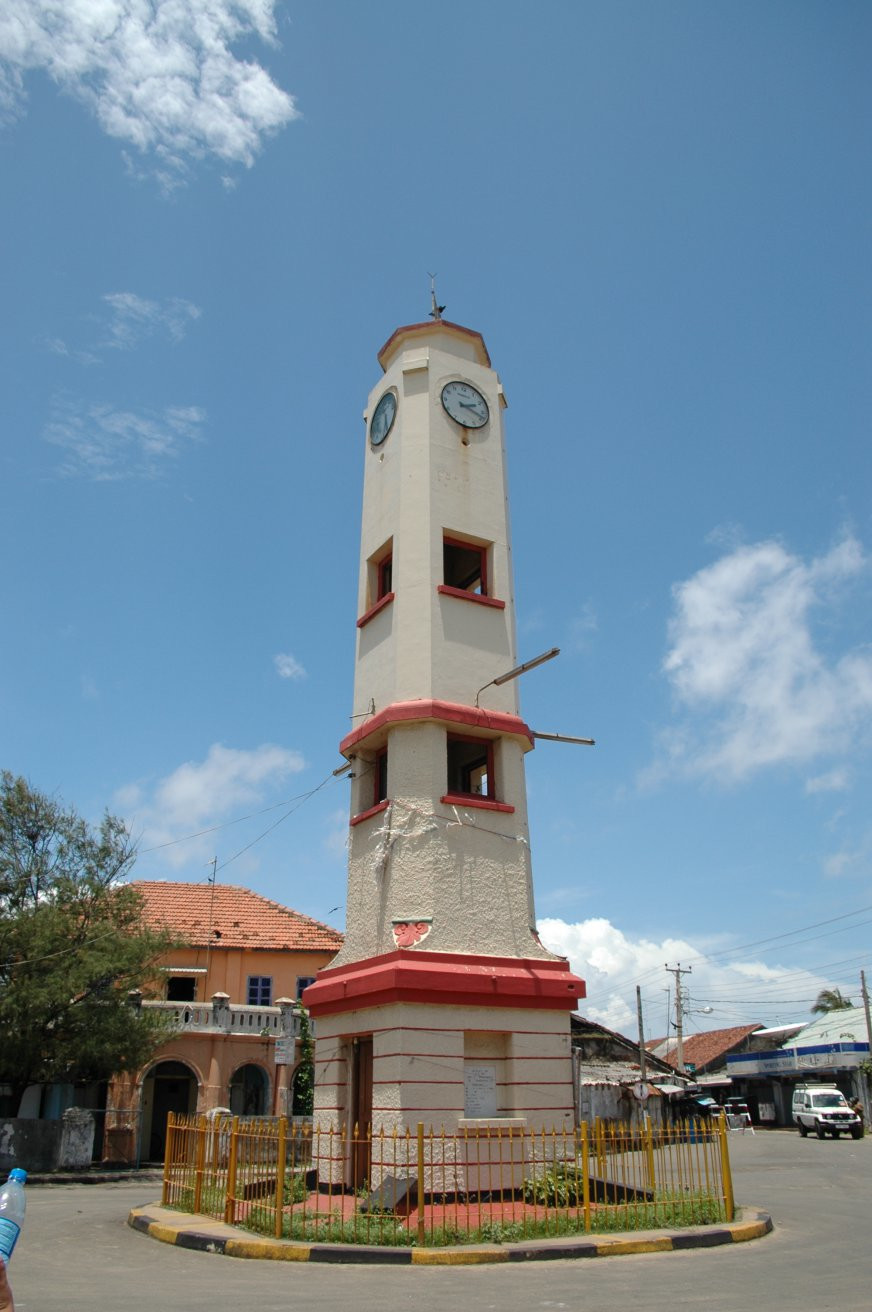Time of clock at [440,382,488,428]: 2:18
